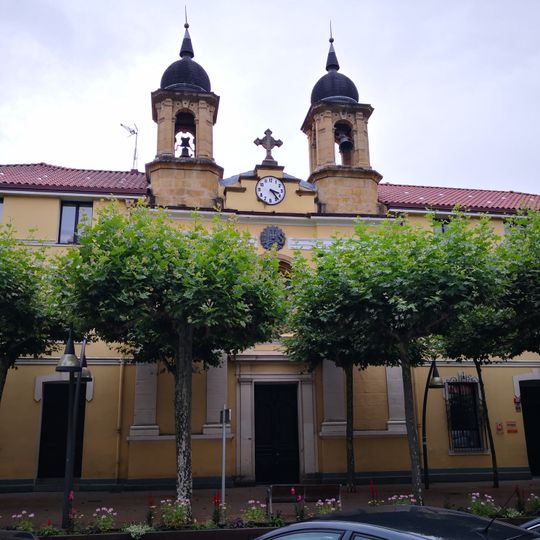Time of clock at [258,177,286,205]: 3:23
